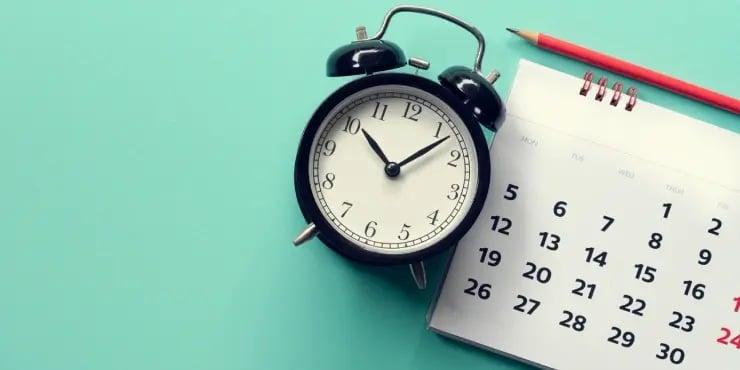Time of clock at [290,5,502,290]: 10:07
